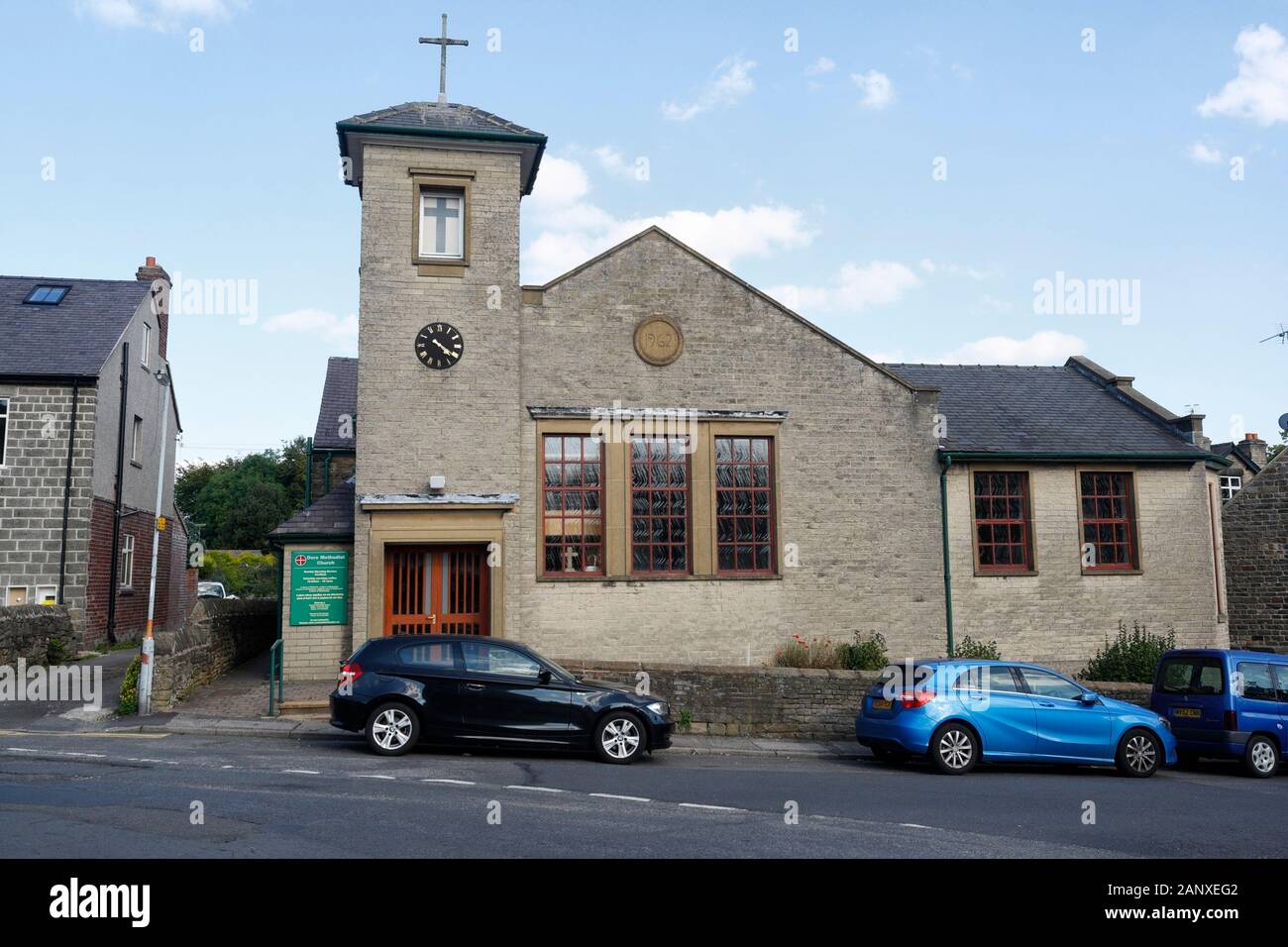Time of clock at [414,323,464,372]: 4:20
